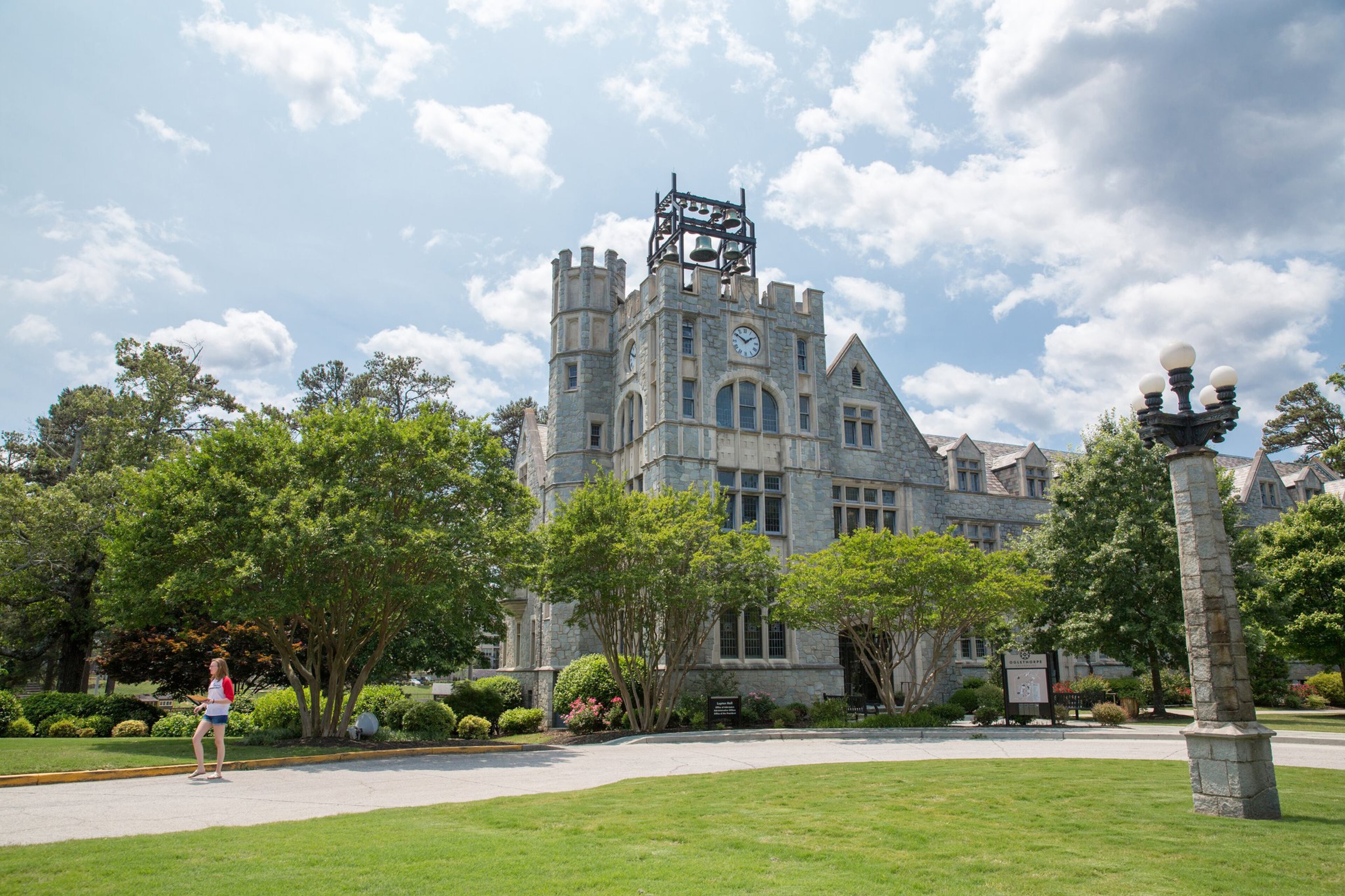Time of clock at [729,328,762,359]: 1:50
